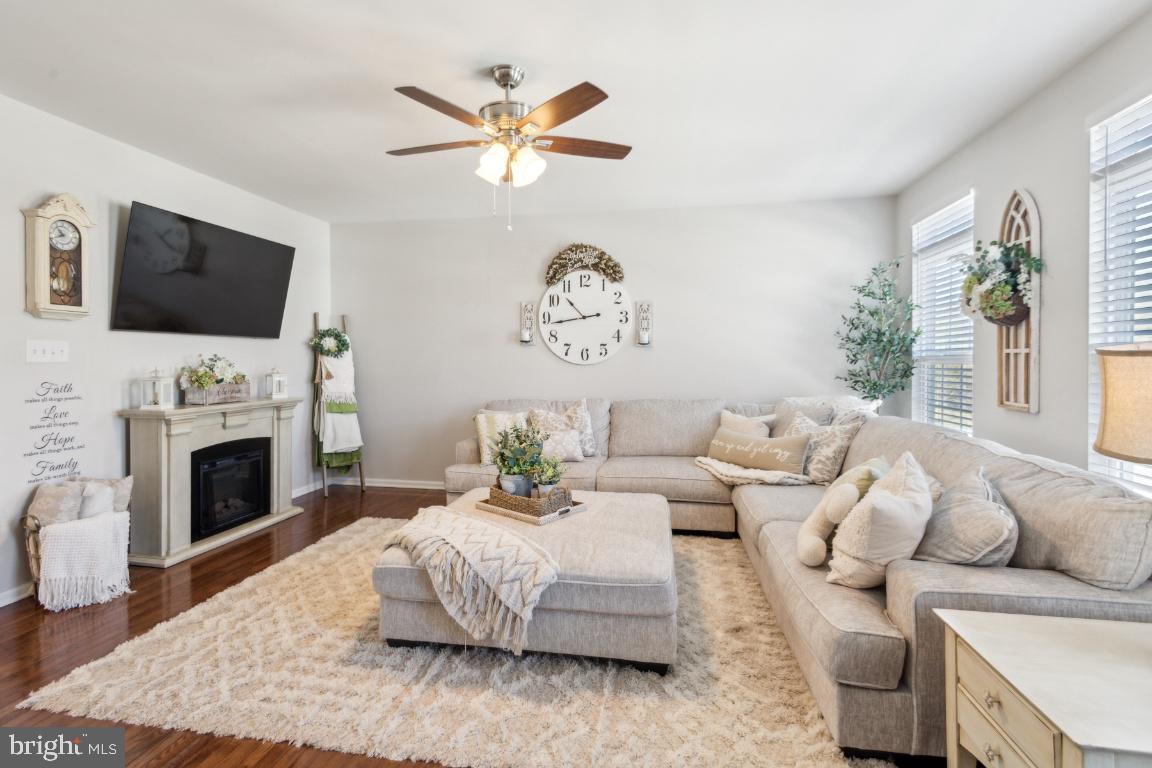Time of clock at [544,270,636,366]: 10:43
